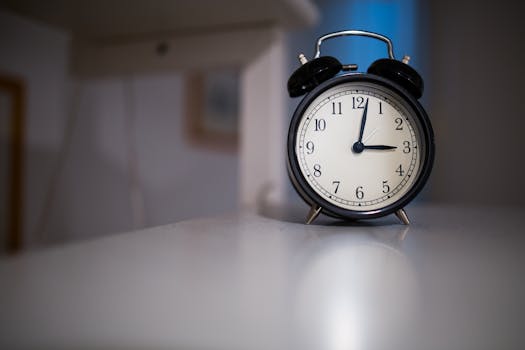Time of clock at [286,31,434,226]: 3:02
